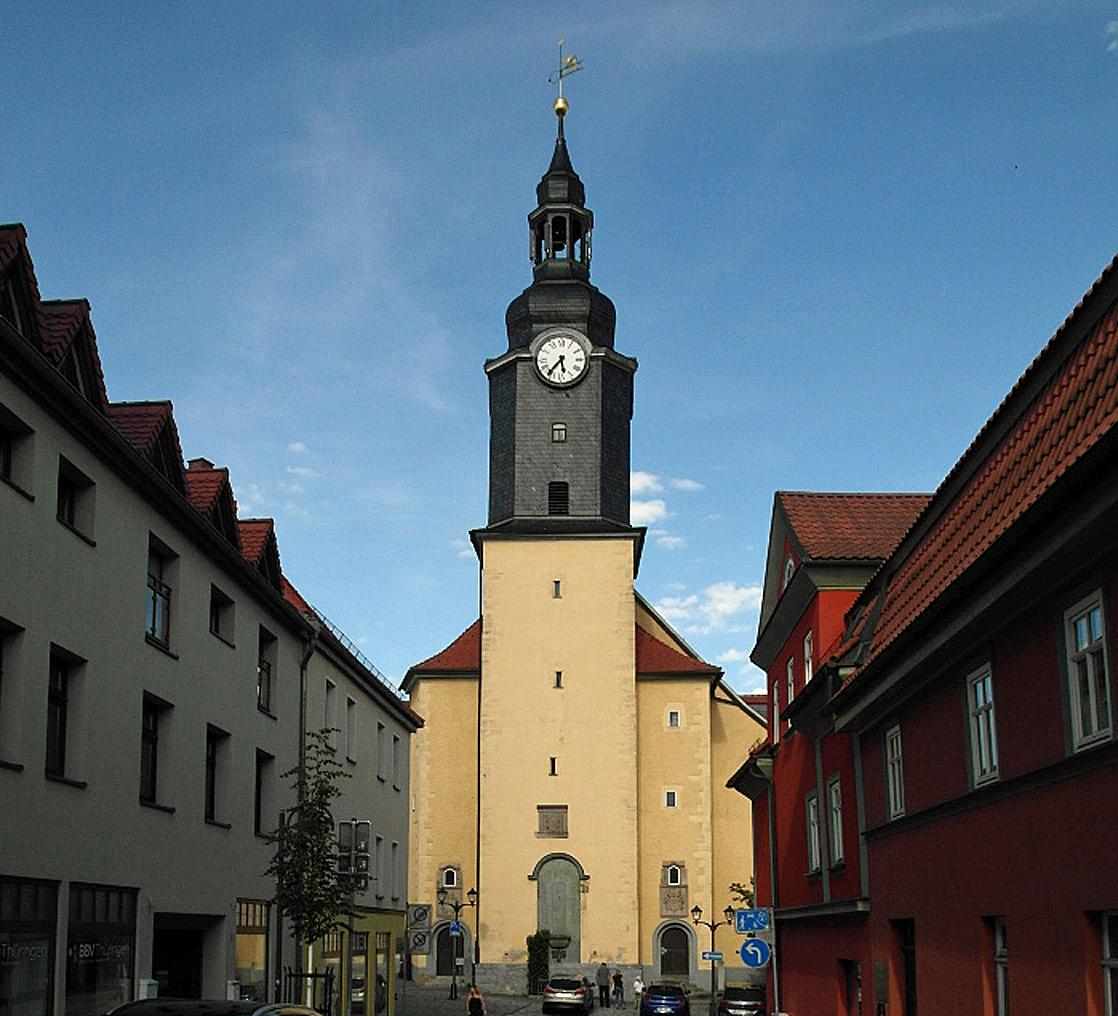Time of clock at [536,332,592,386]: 5:36
